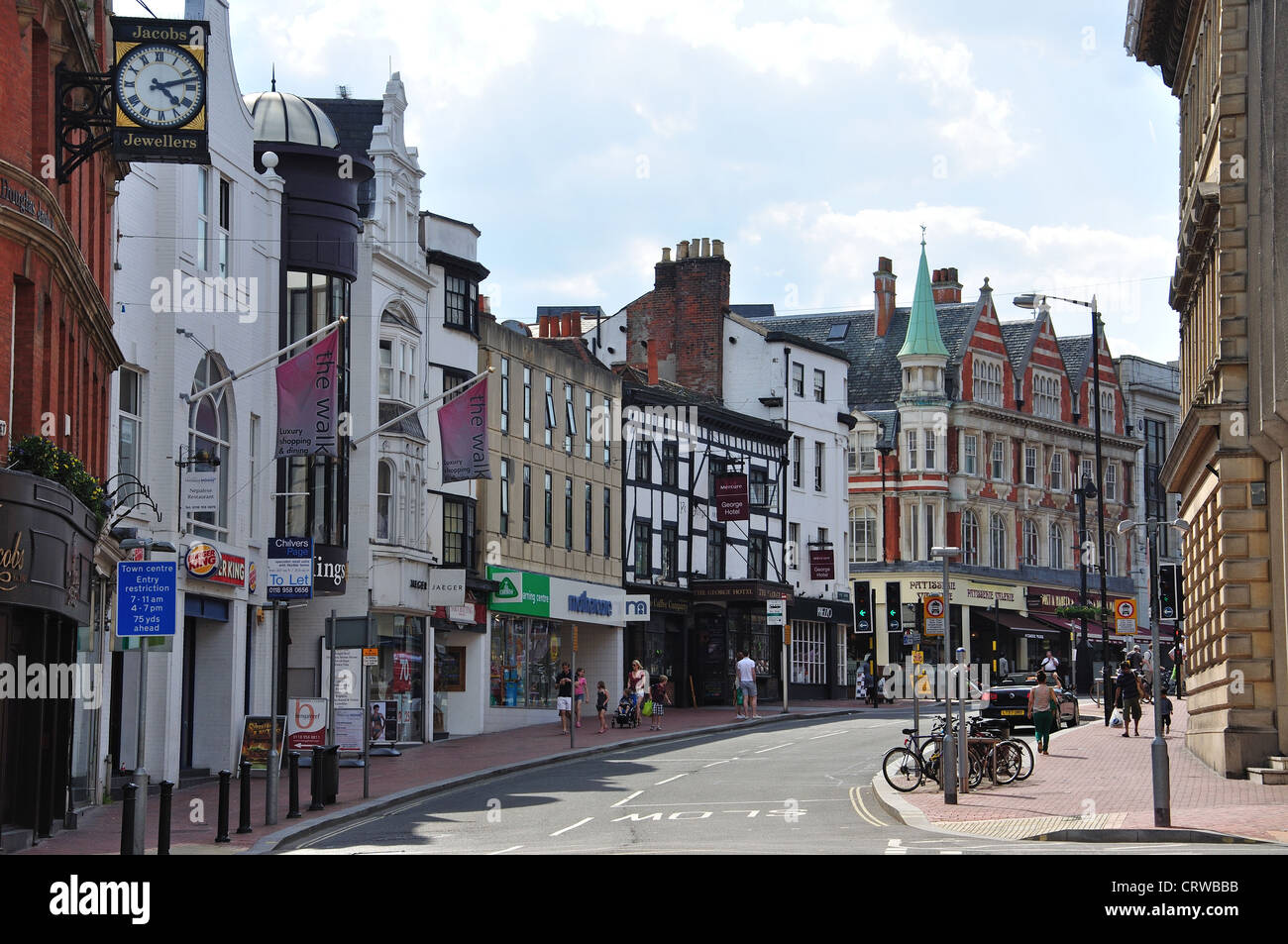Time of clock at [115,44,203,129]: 4:12
